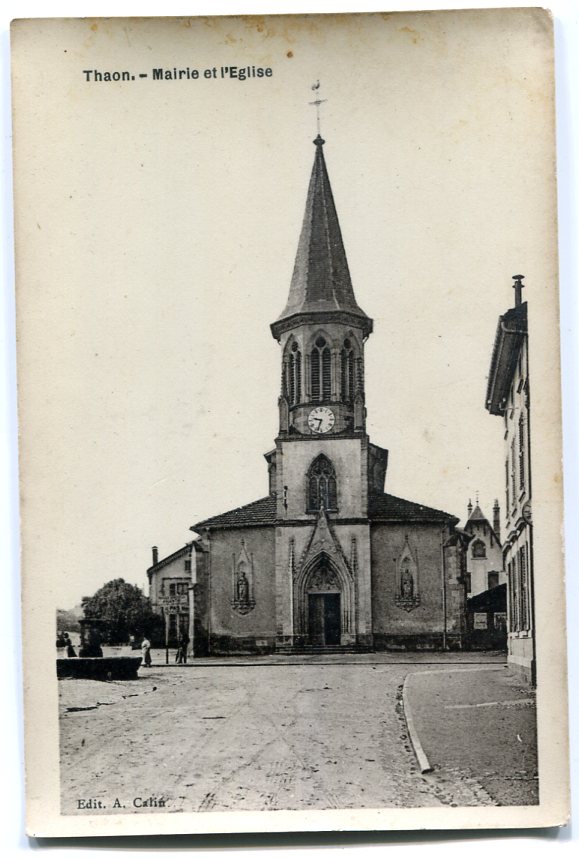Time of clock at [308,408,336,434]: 9:33
